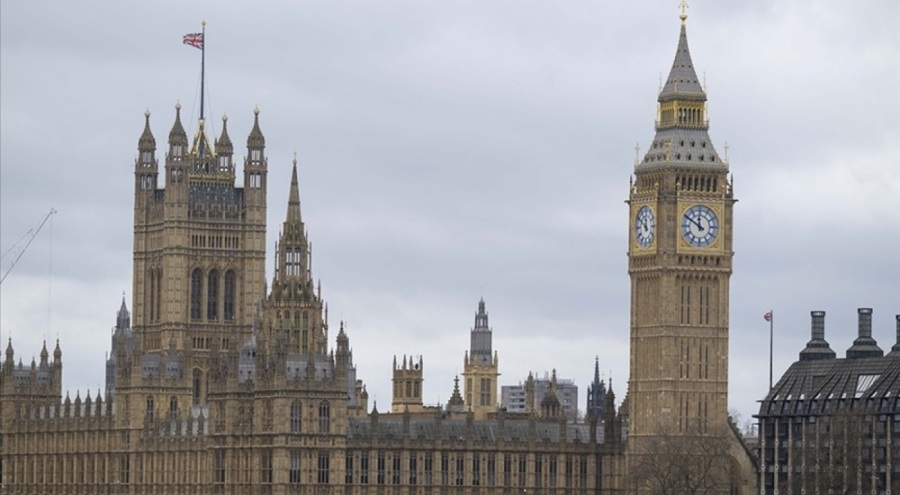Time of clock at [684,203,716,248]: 11:50
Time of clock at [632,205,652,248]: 11:50
